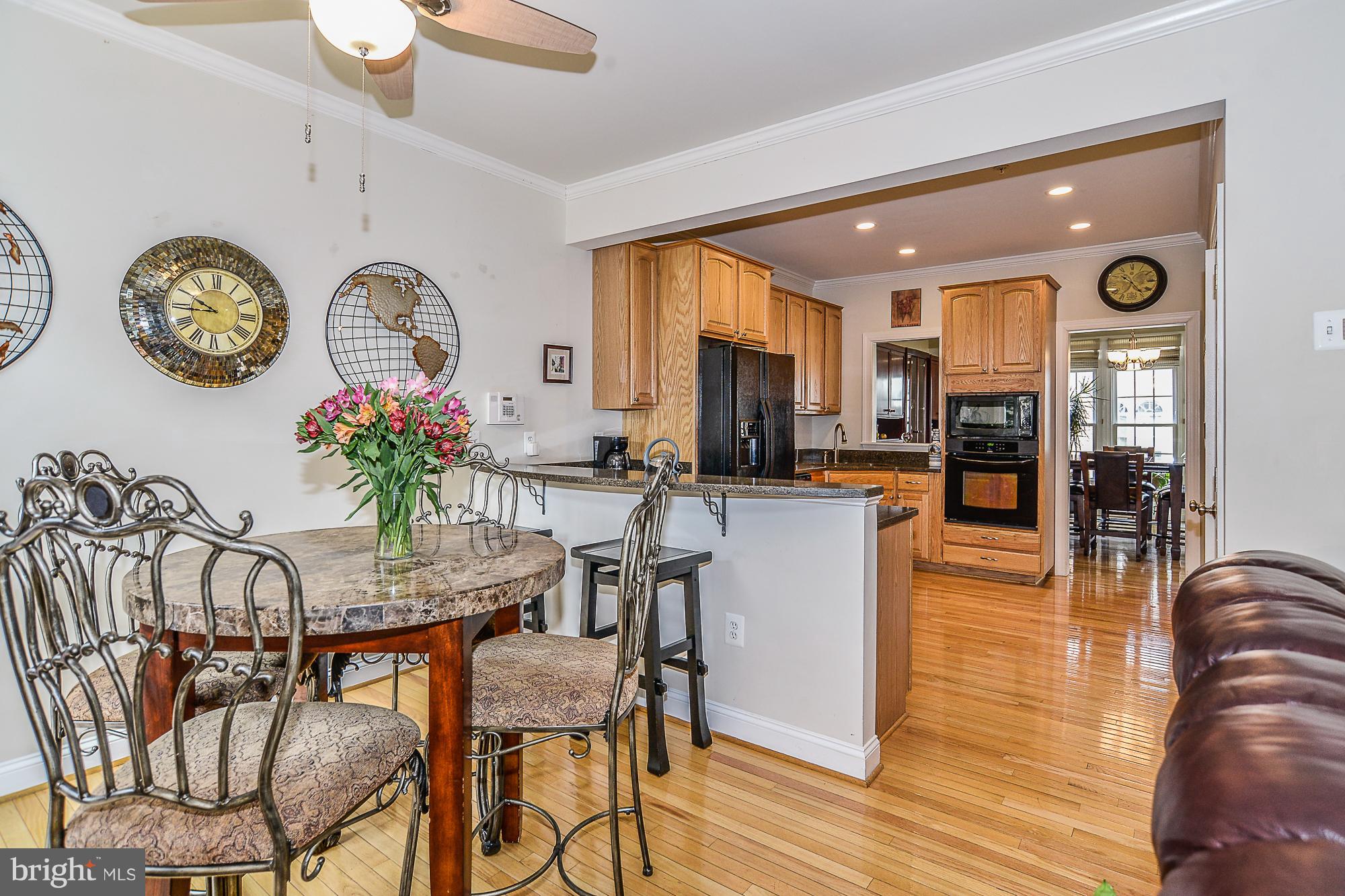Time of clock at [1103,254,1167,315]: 10:23
